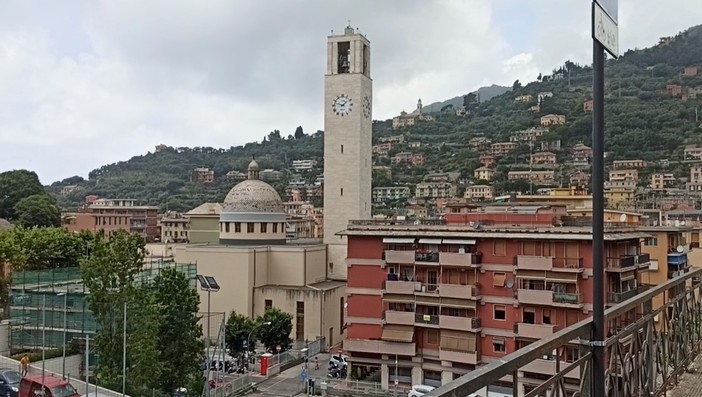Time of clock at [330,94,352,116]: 1:47
